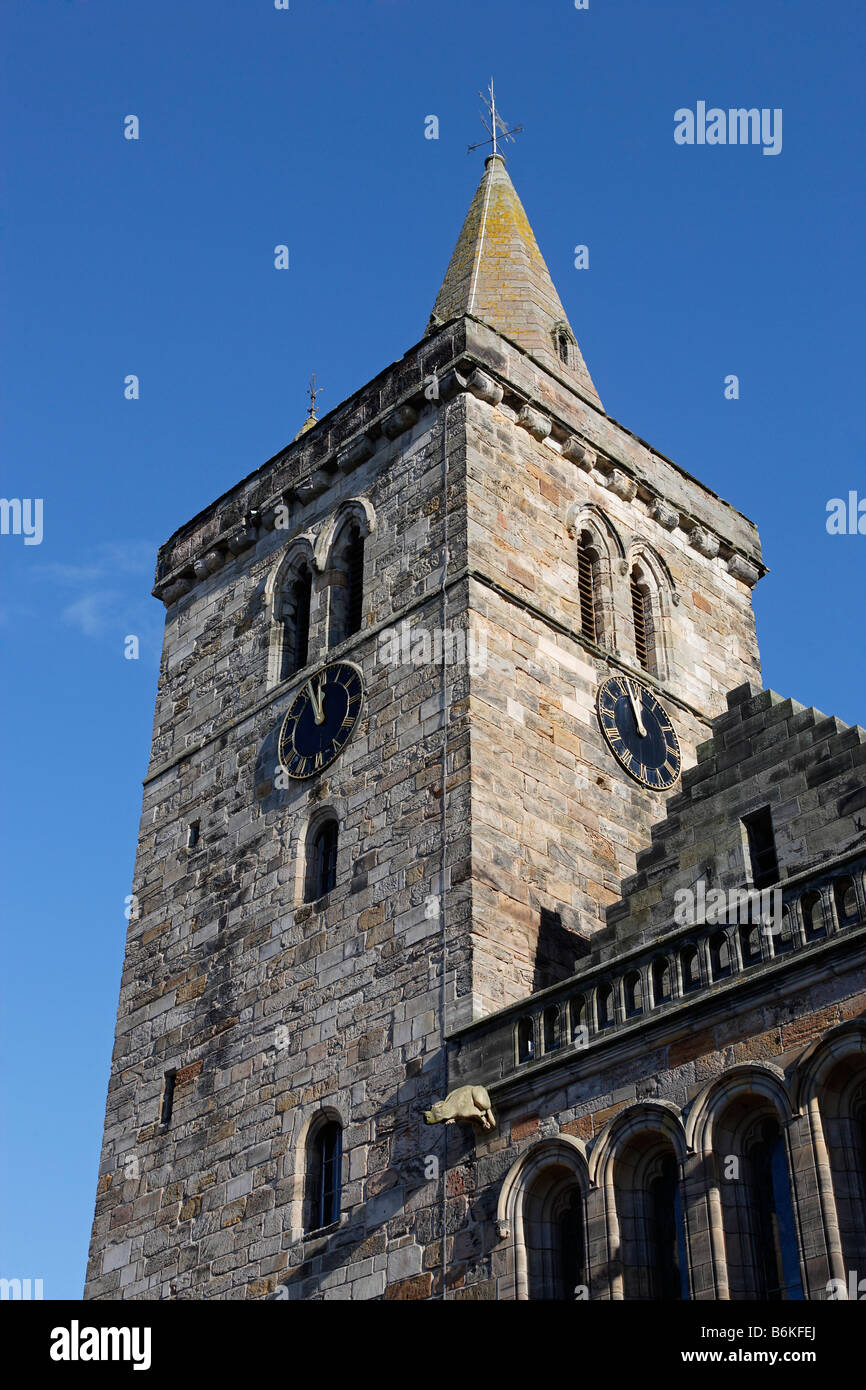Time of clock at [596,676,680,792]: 11:57
